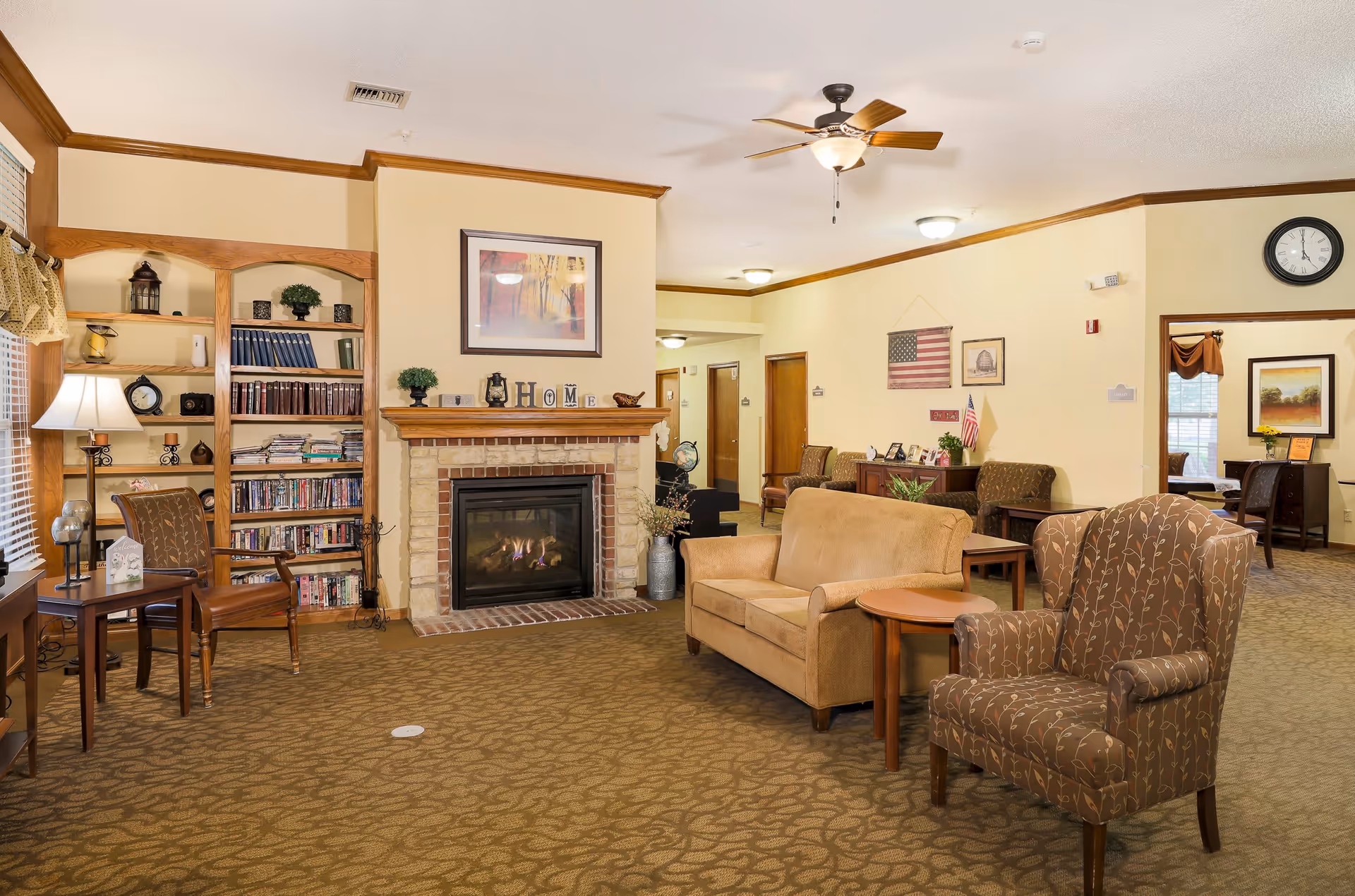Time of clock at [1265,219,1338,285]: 5:00
